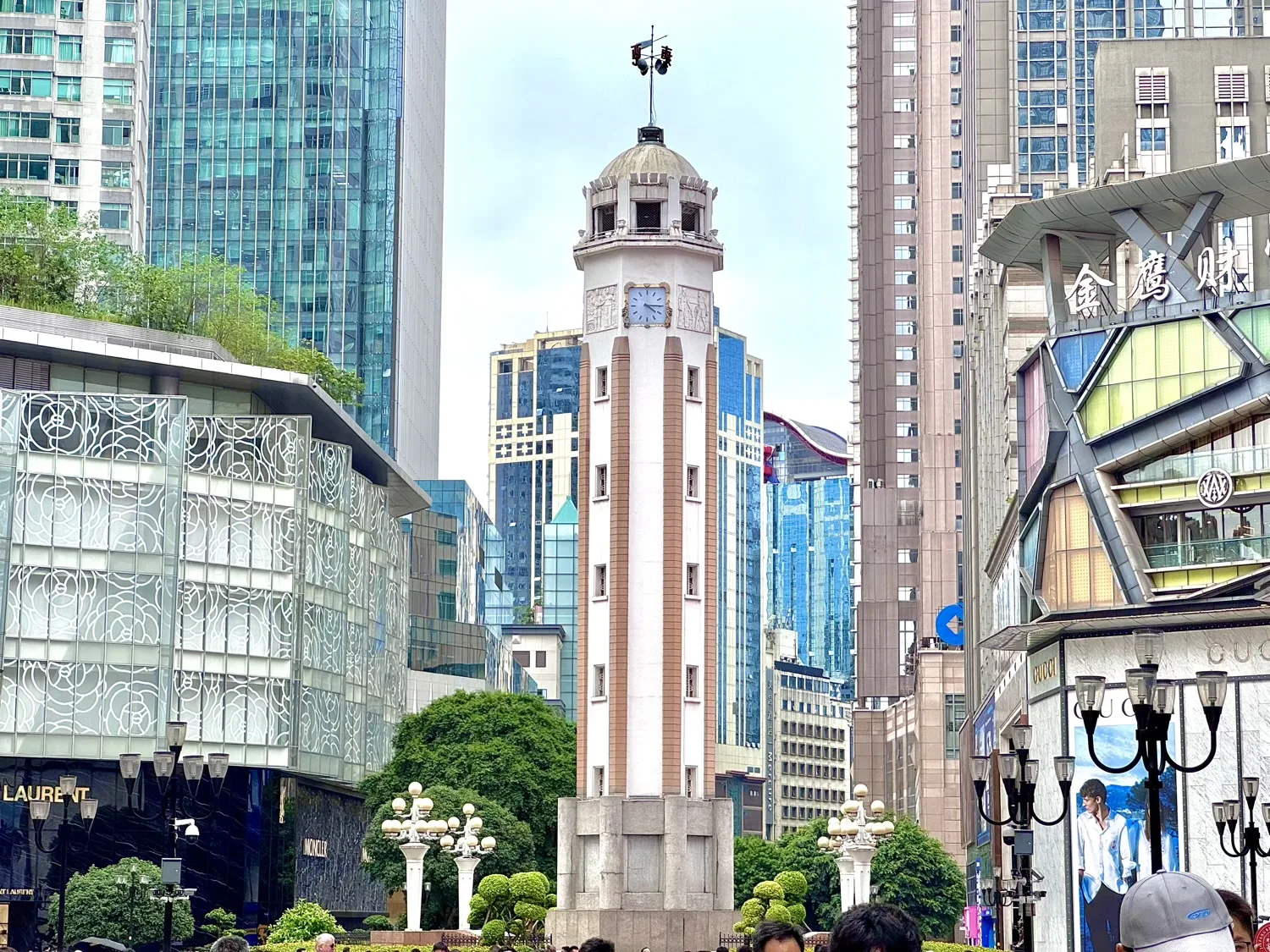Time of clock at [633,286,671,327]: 4:15
